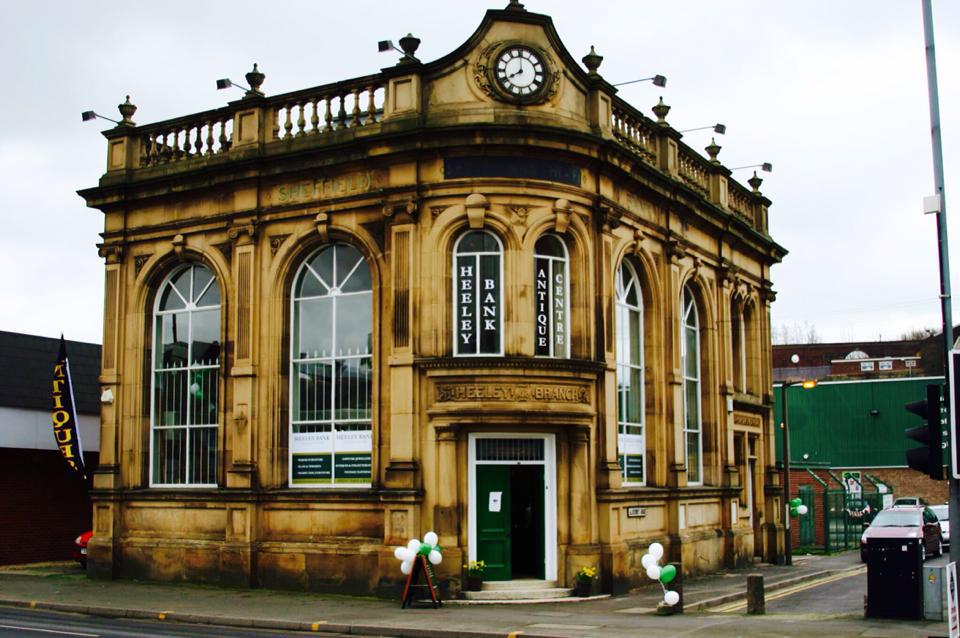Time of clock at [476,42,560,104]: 7:59
